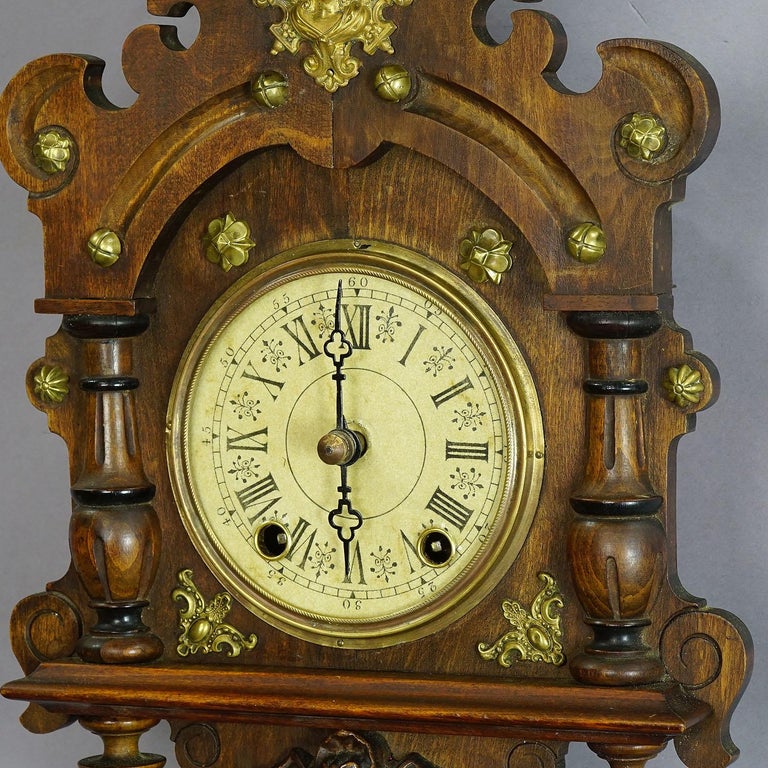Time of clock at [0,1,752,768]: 5:59
